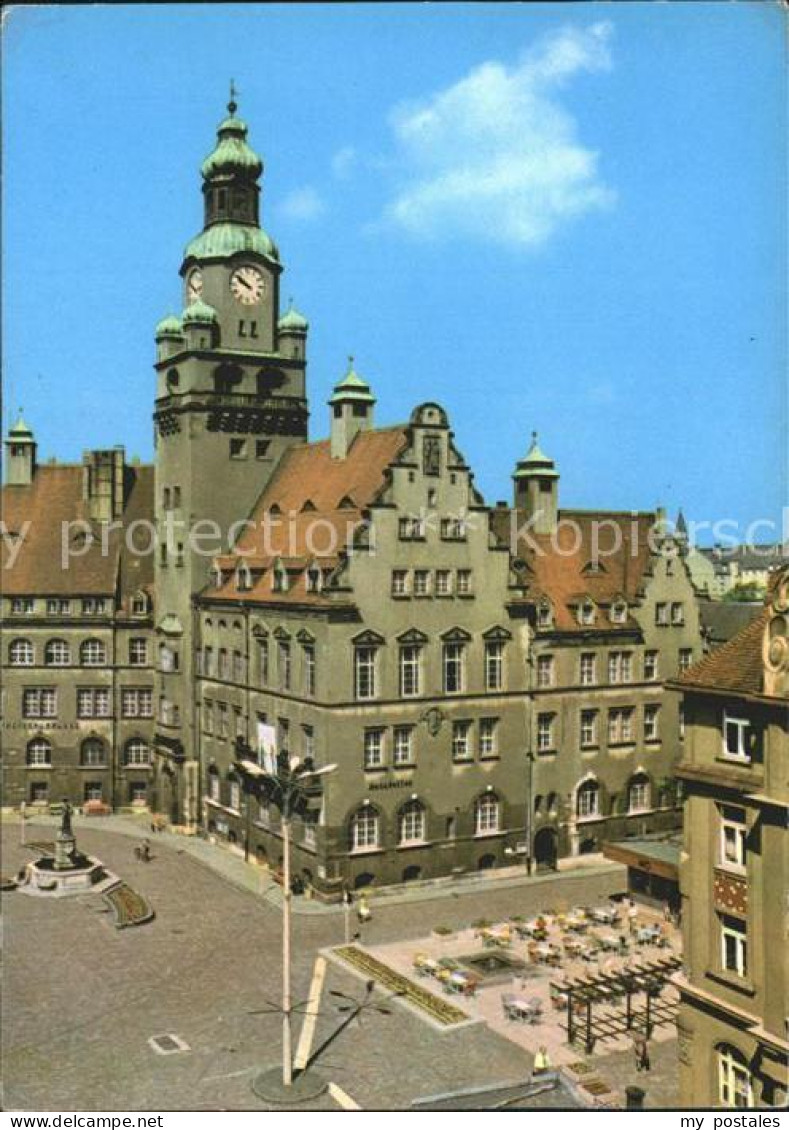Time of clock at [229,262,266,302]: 9:50
